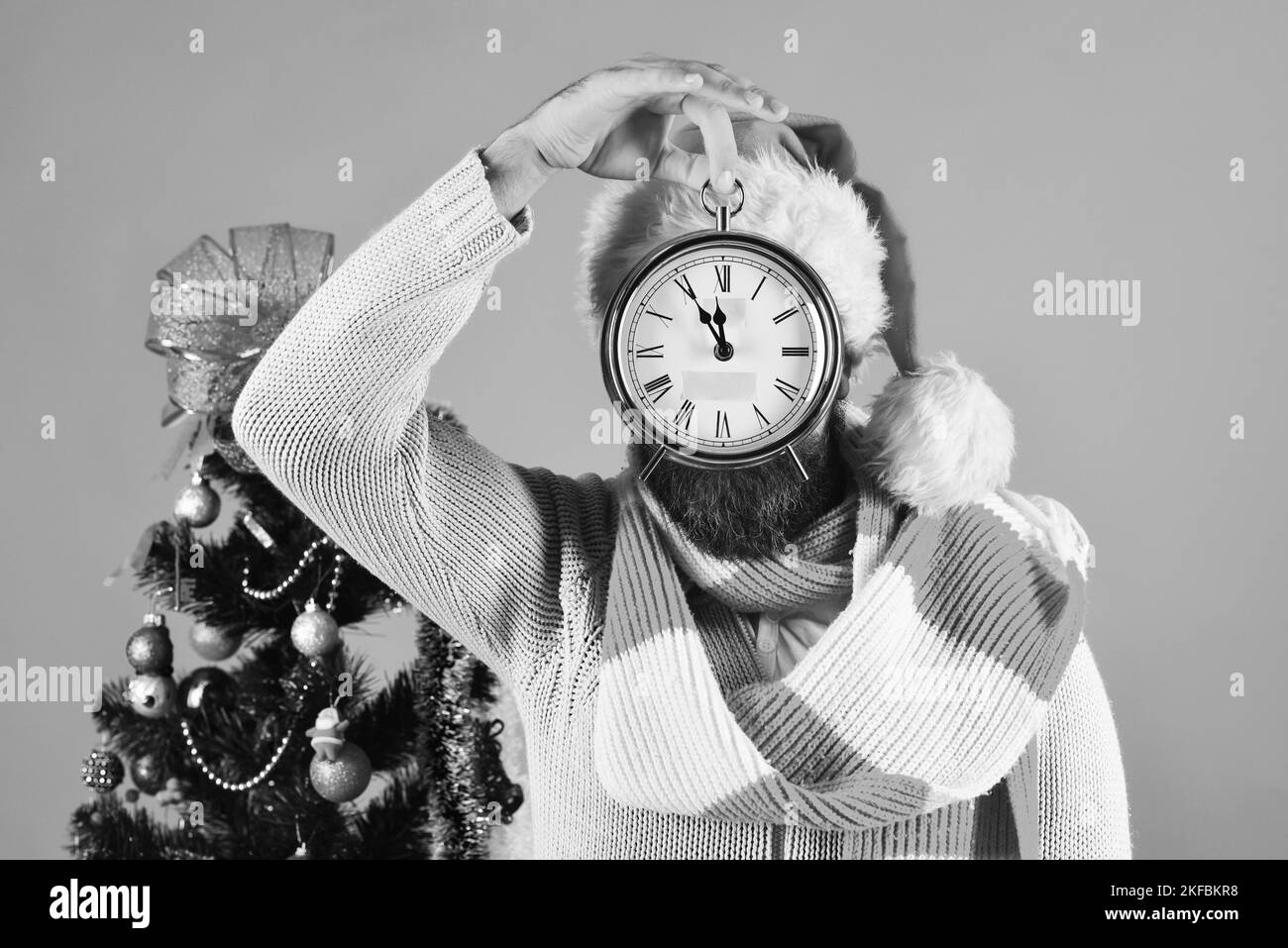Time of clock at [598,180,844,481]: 11:54
